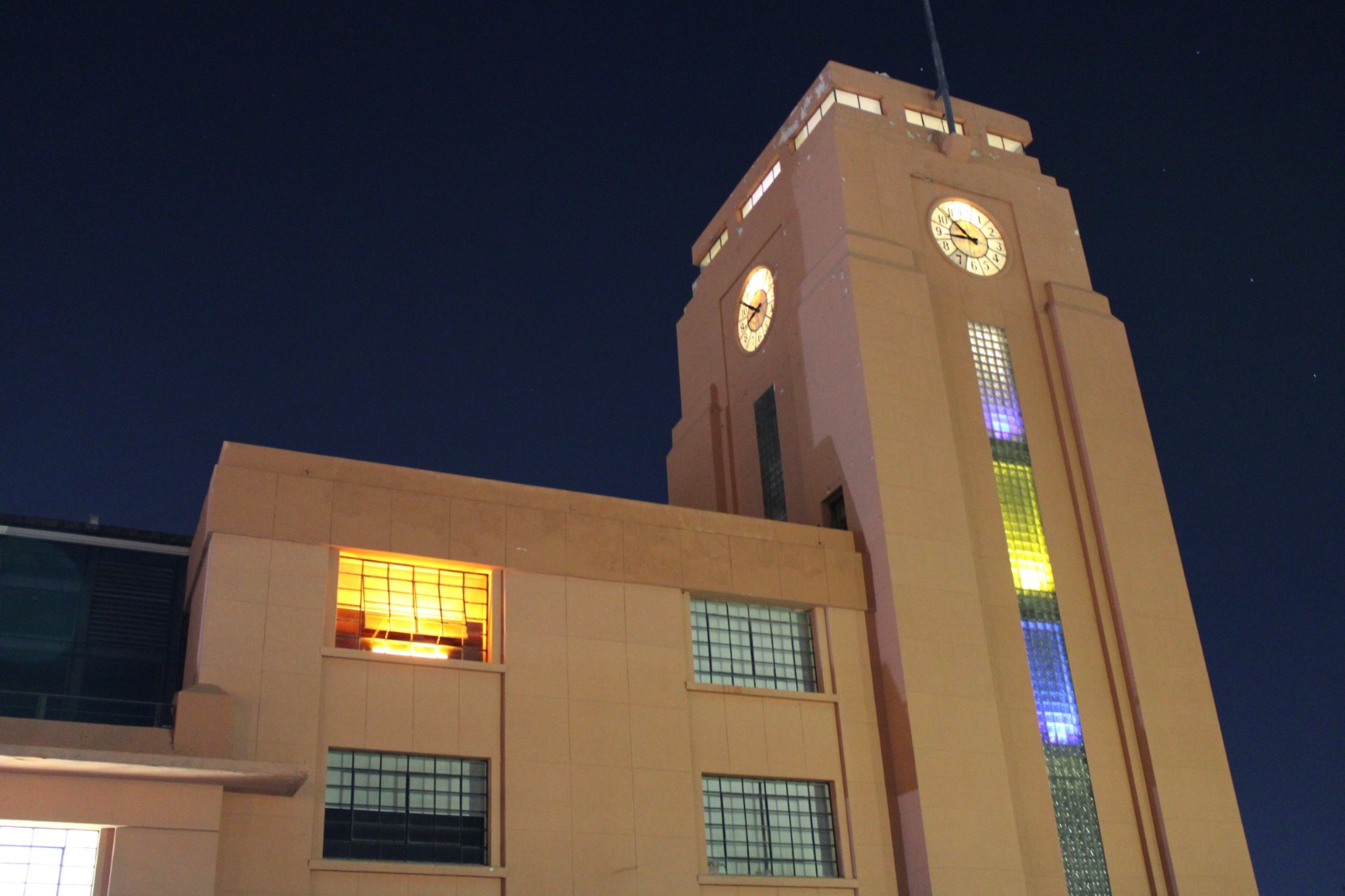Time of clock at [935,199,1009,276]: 8:52
